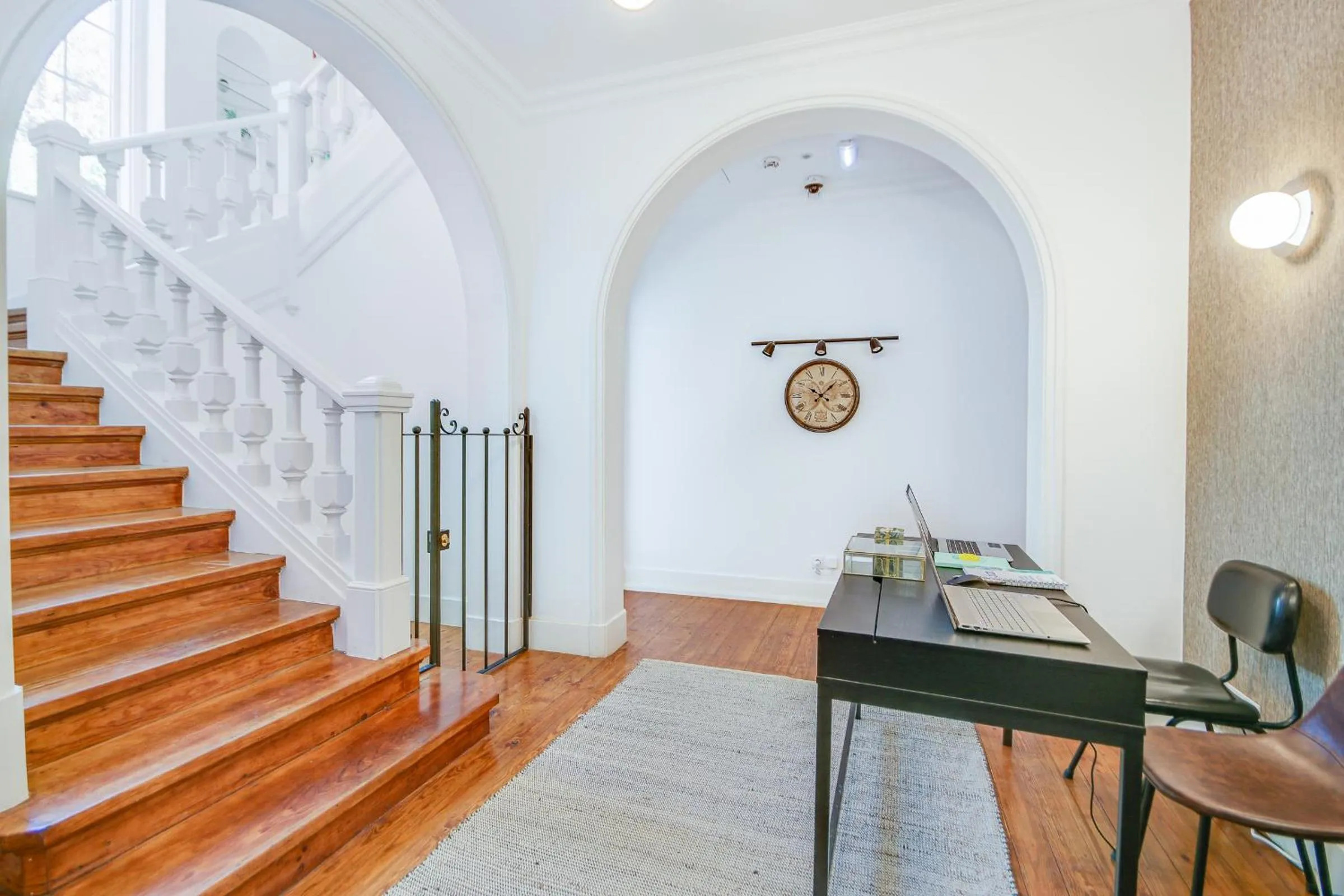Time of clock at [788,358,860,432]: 10:07
